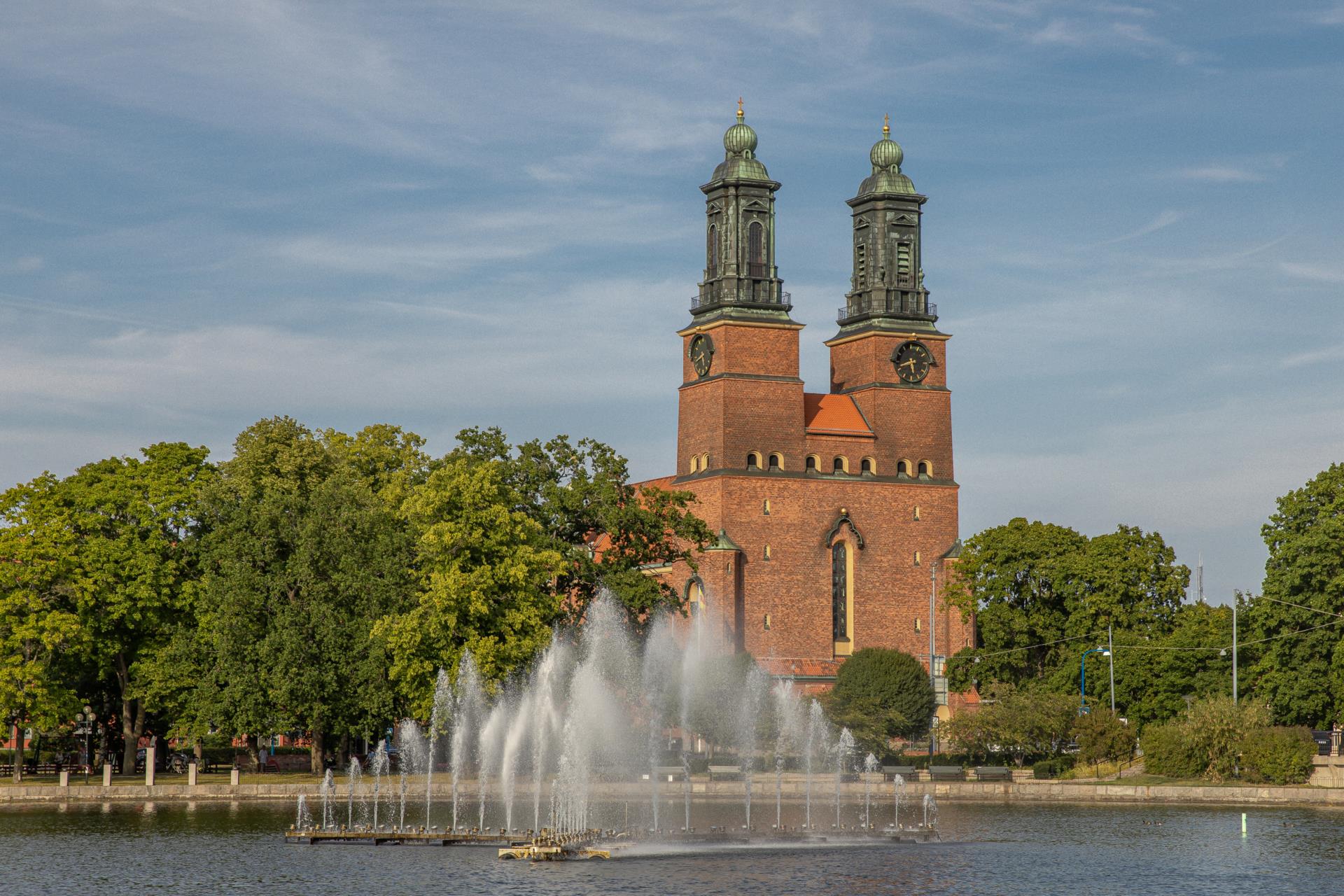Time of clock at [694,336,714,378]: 5:40
